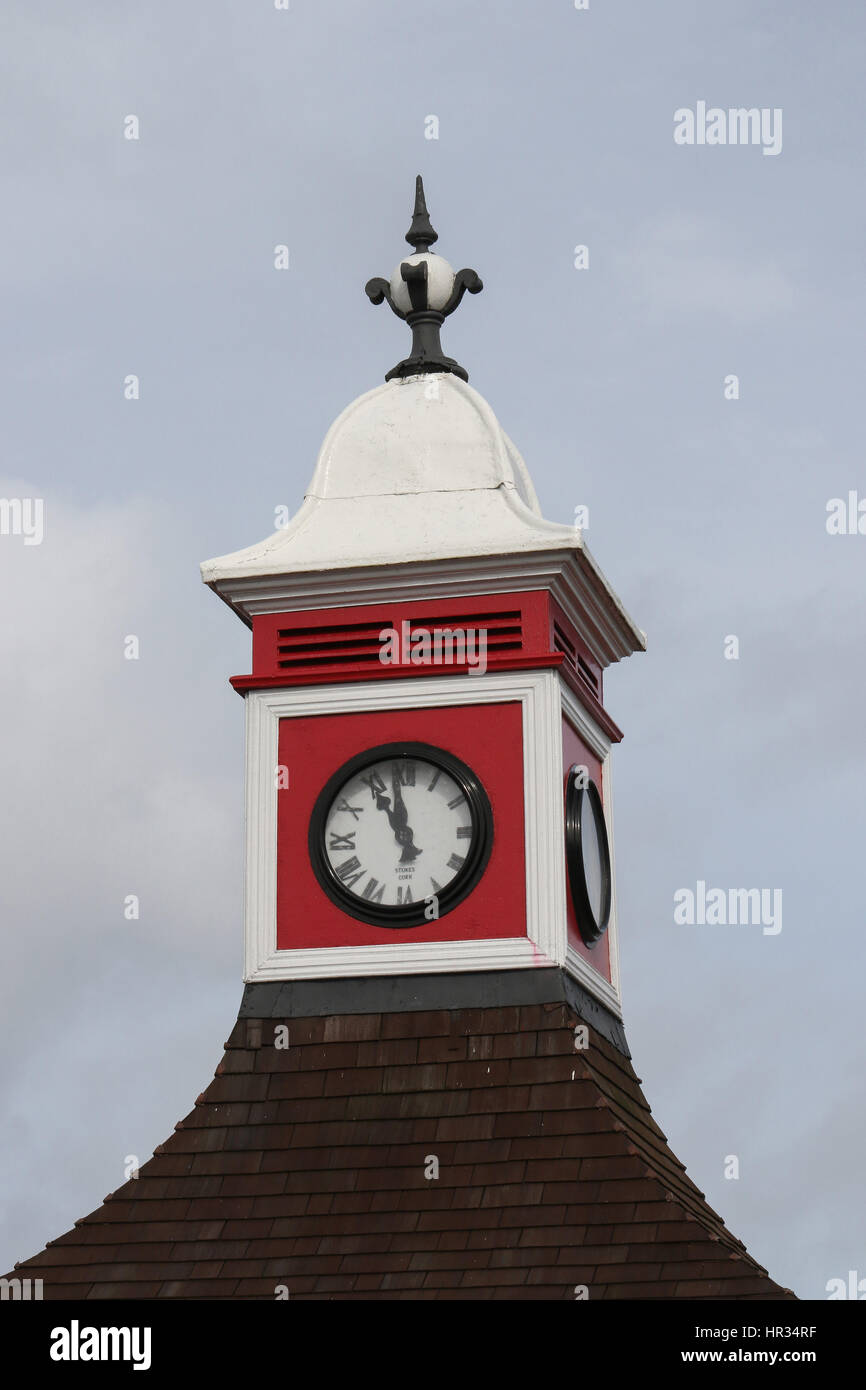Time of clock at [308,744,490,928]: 10:58
